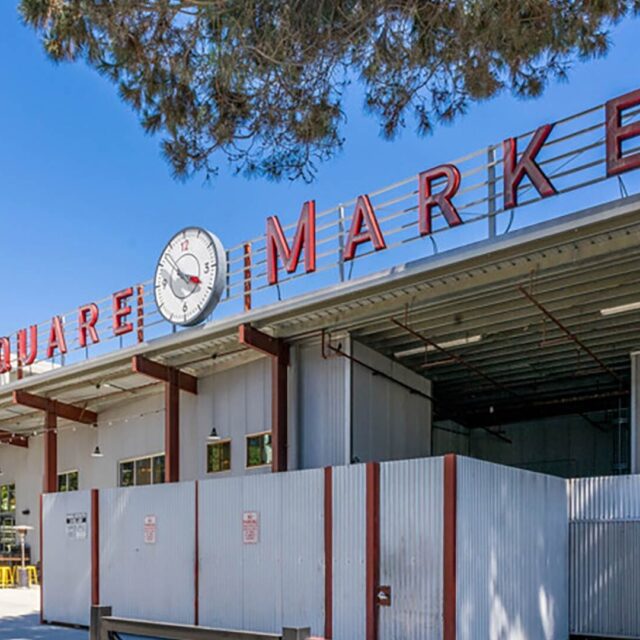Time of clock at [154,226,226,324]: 3:52
